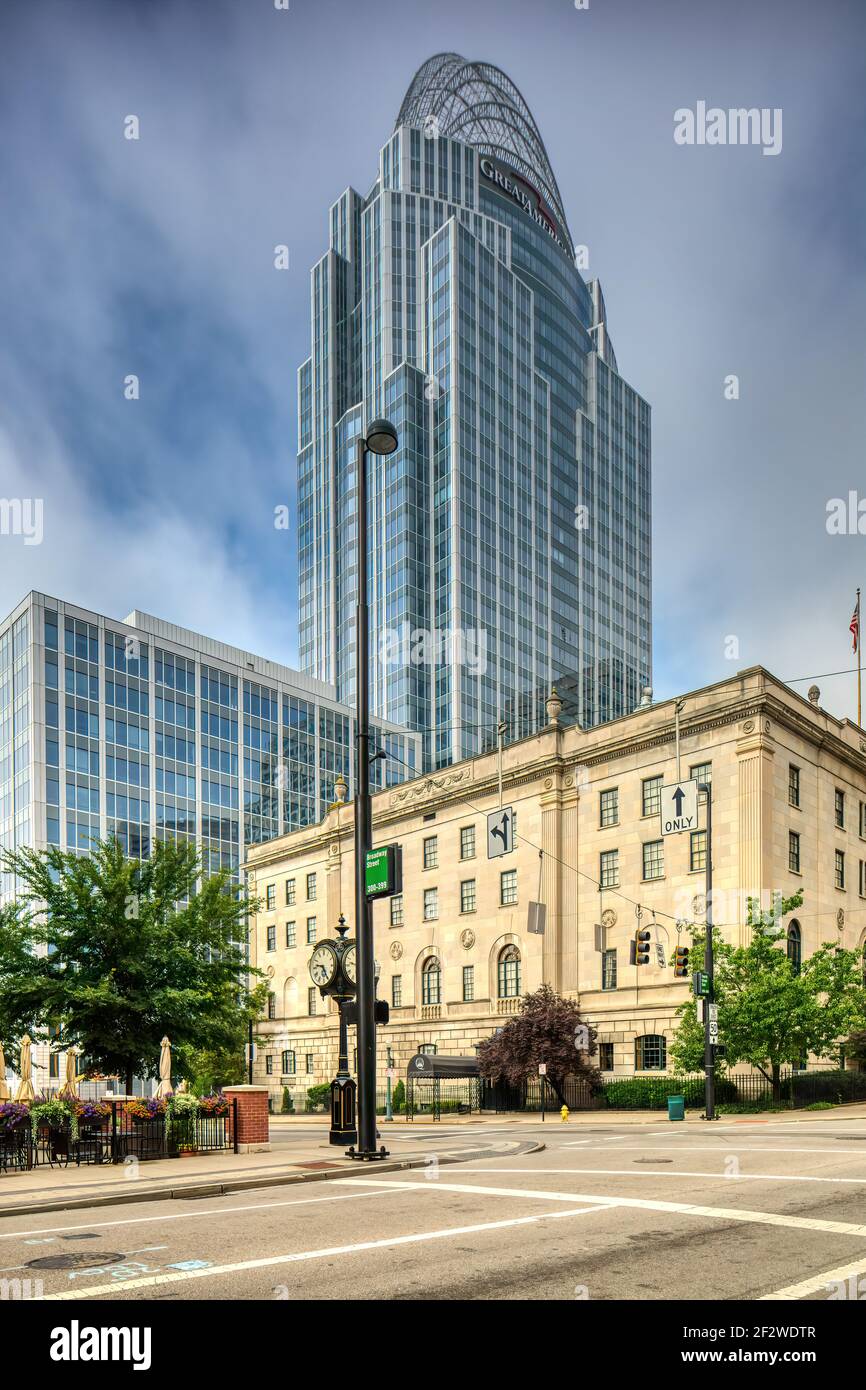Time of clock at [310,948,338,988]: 9:25
